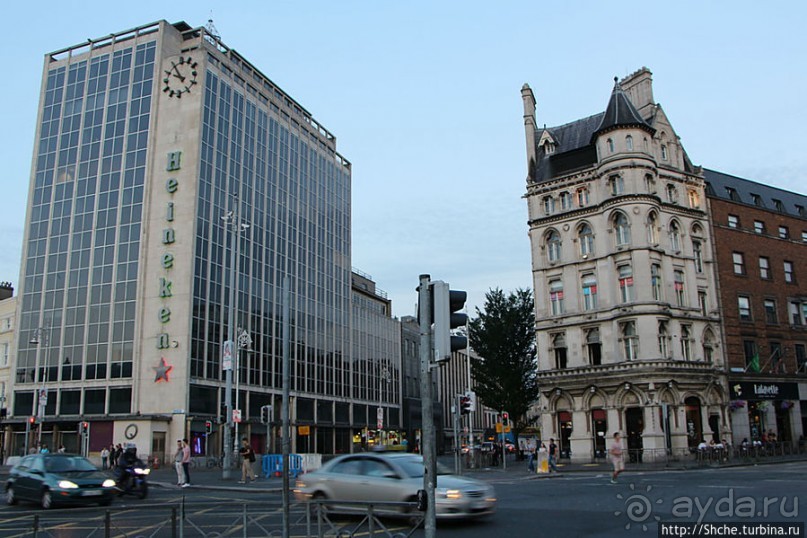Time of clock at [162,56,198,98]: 9:54
